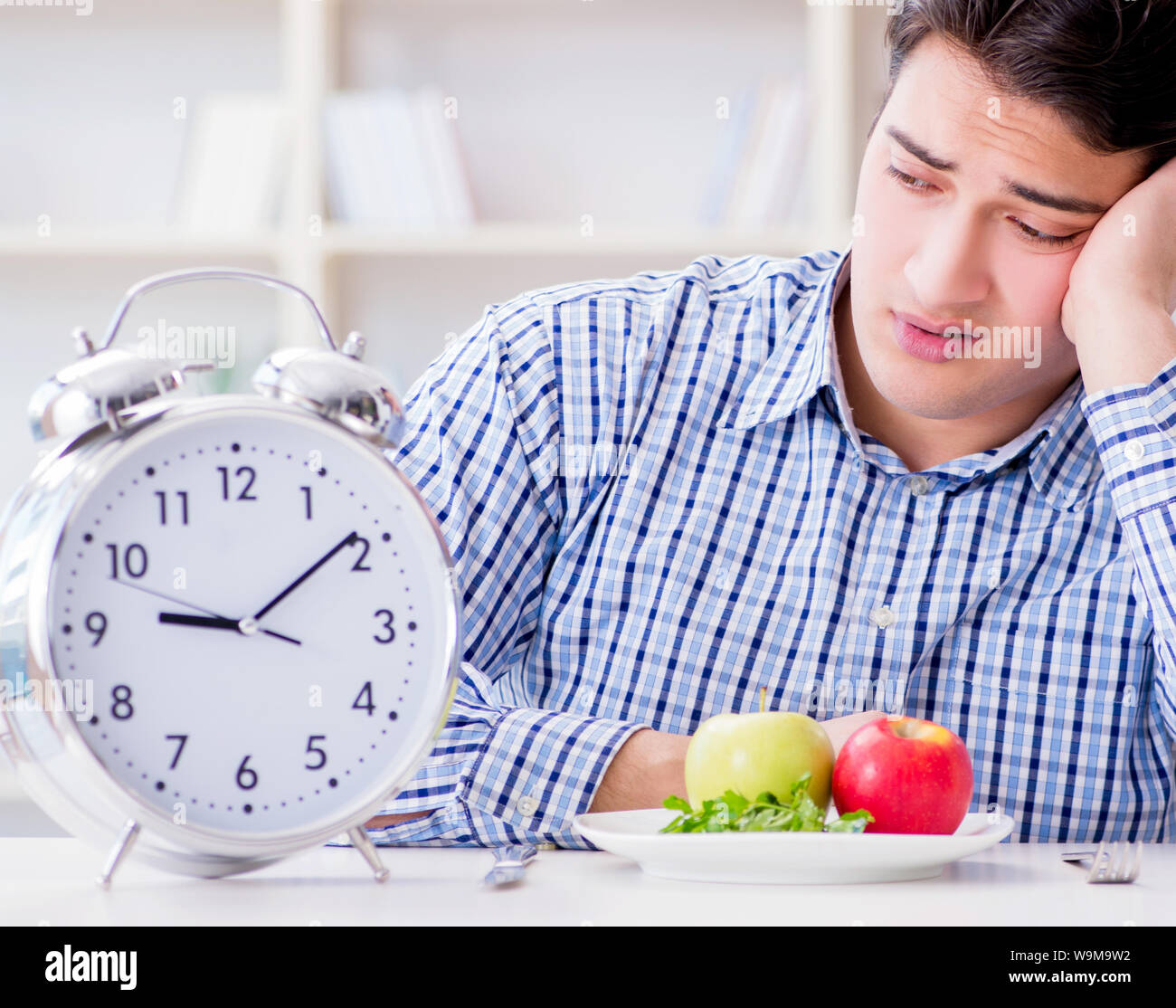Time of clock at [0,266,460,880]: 9:09
